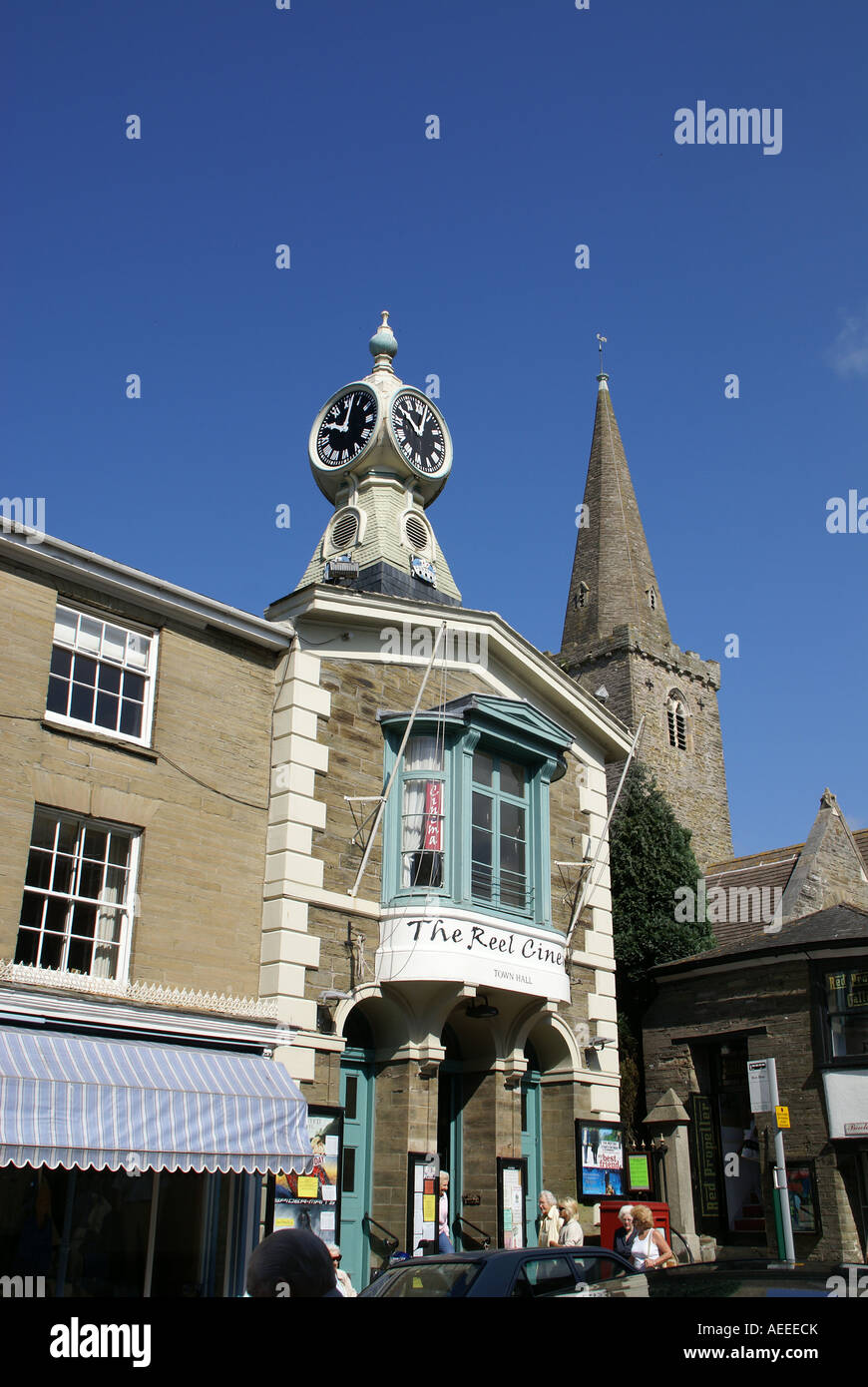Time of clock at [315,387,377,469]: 10:02
